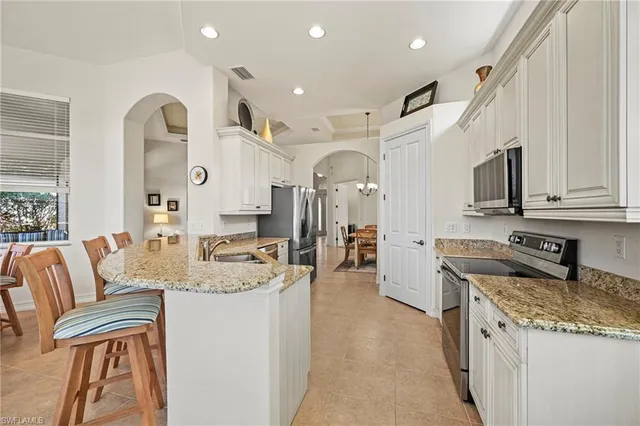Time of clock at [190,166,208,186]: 2:24
